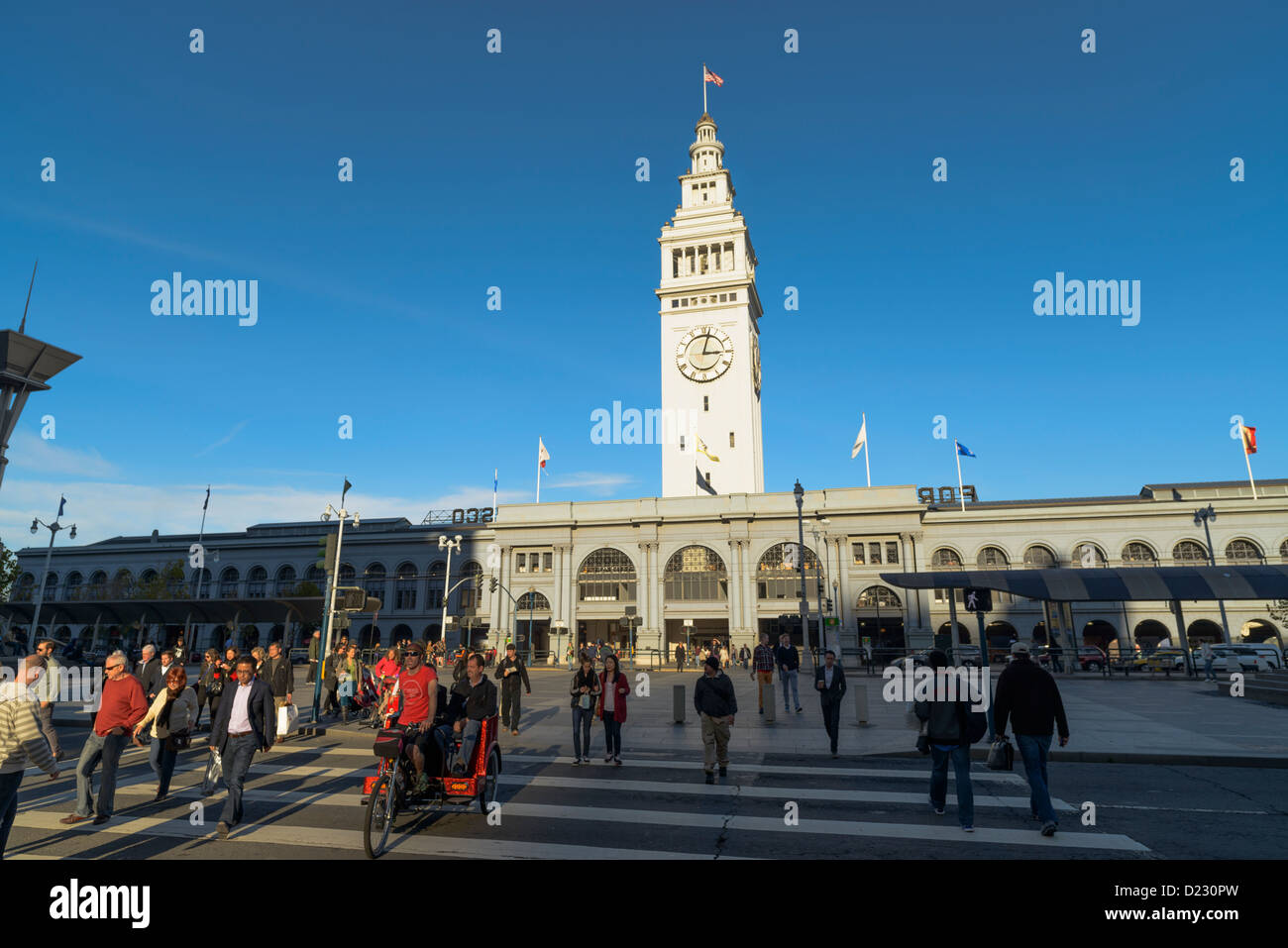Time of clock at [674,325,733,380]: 3:02
